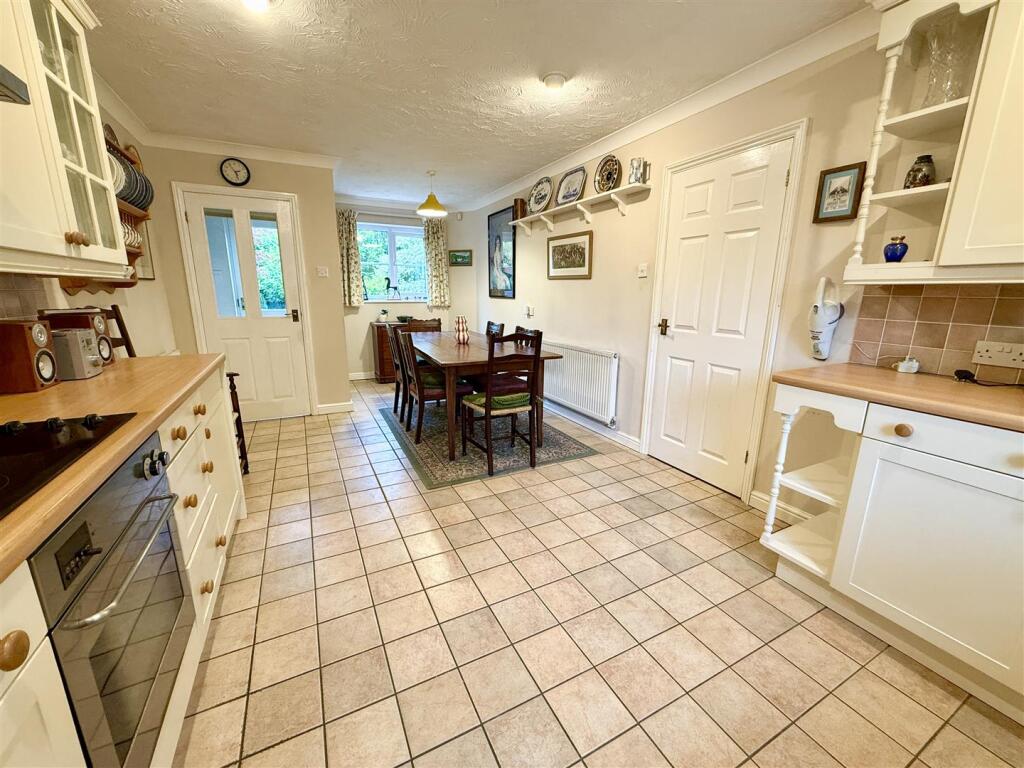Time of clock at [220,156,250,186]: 2:27
